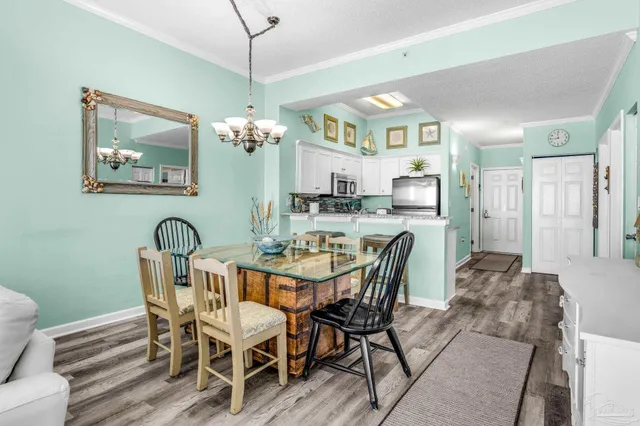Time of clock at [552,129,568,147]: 11:44
